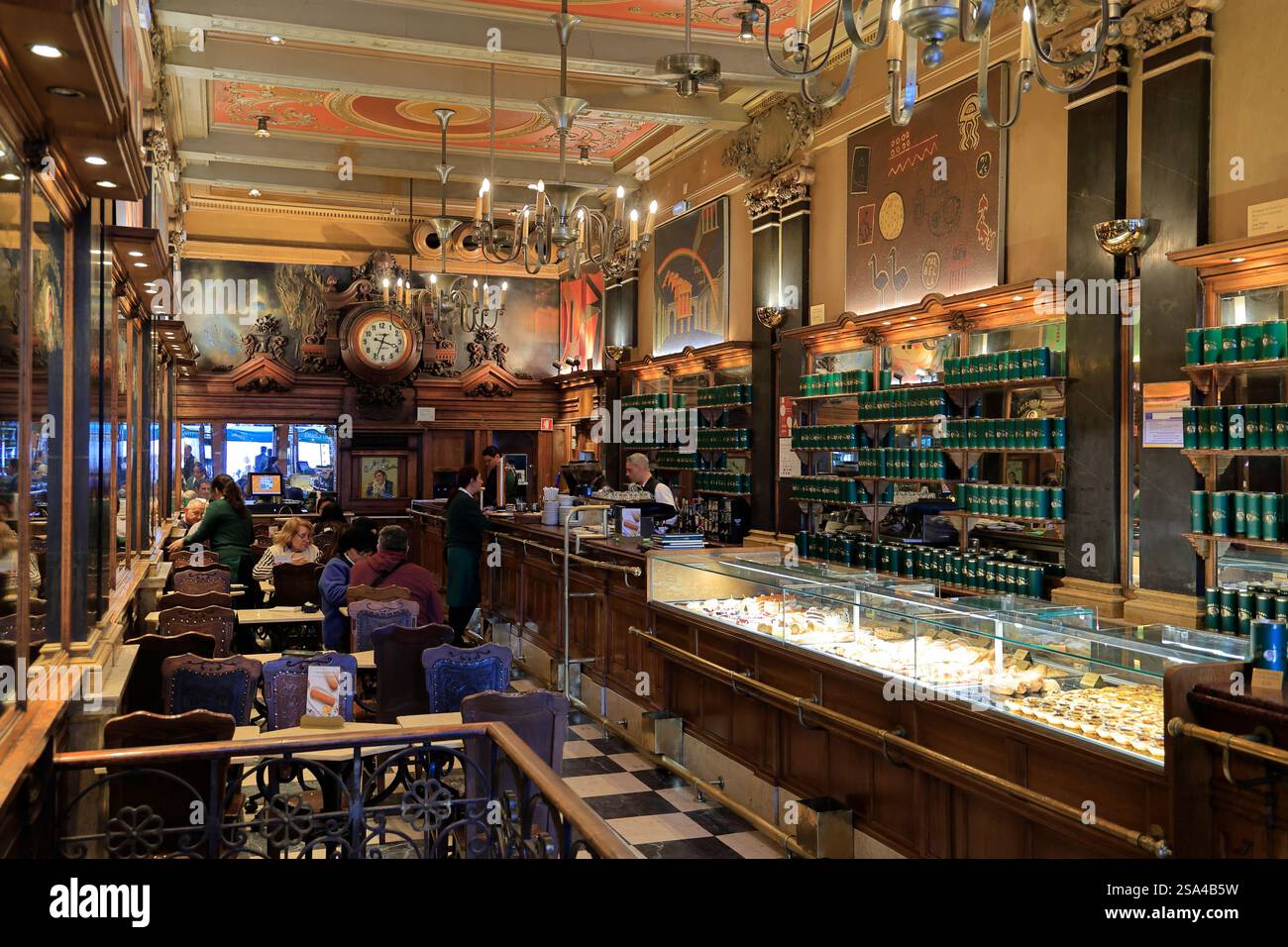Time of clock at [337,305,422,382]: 3:34
